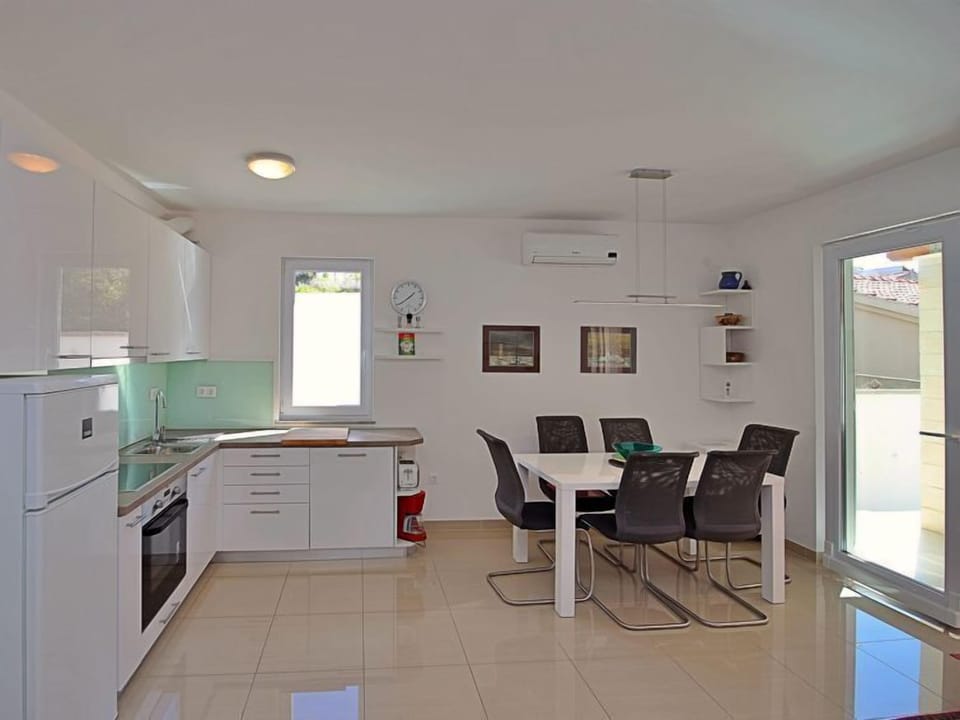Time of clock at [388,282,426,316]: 1:39
